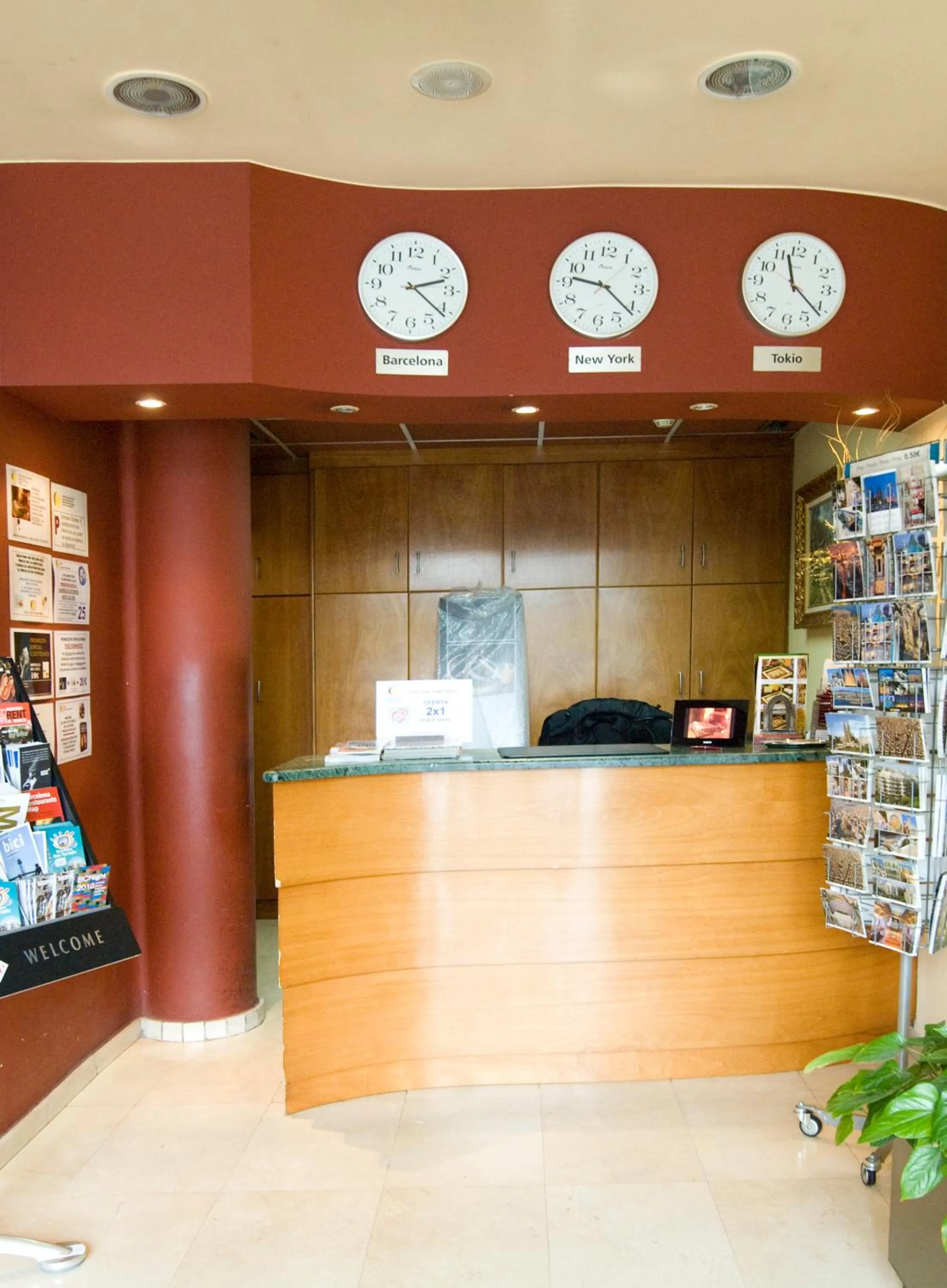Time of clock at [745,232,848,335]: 11:21
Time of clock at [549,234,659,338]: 9:21
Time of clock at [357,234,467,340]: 2:21
